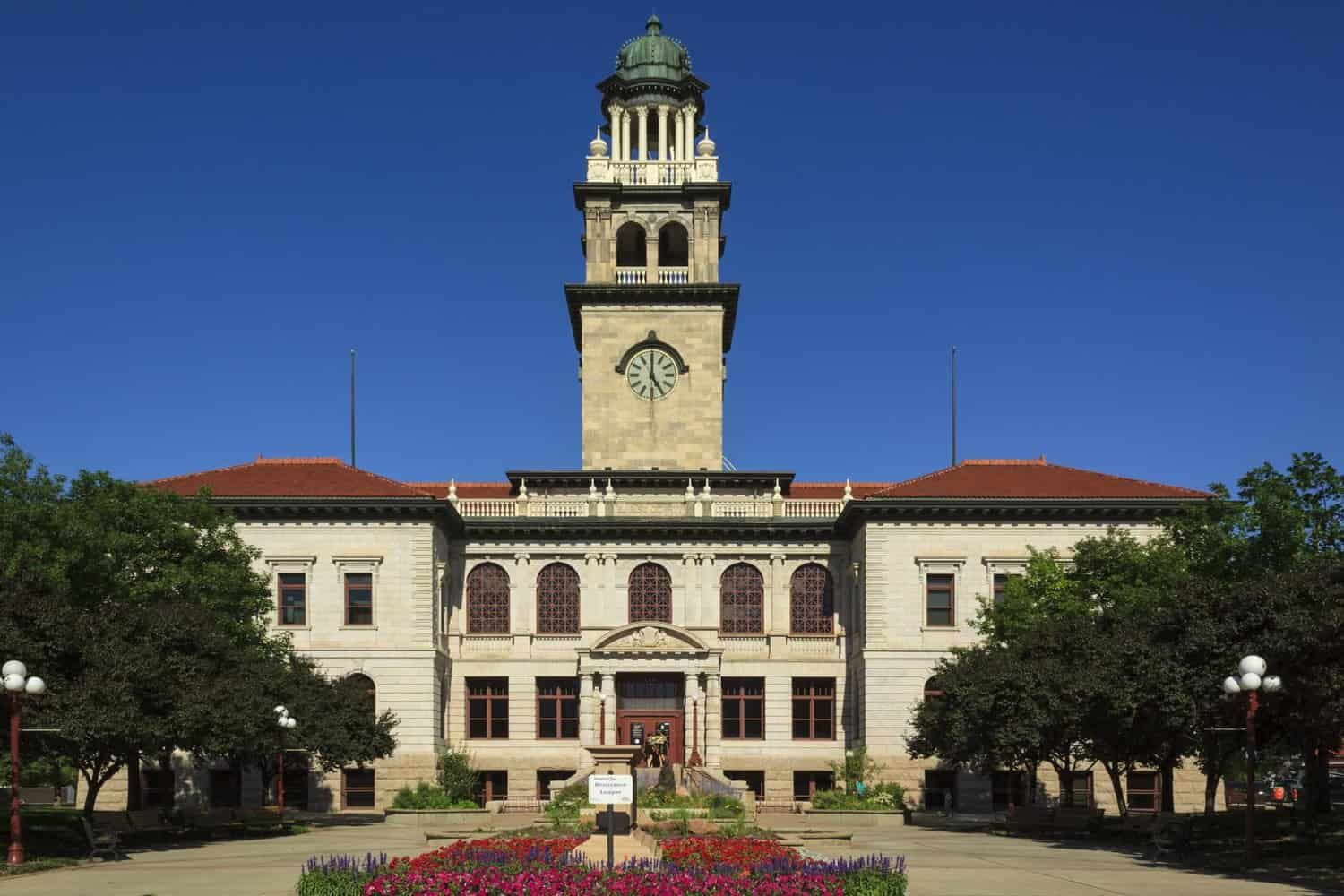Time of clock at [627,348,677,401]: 5:00
